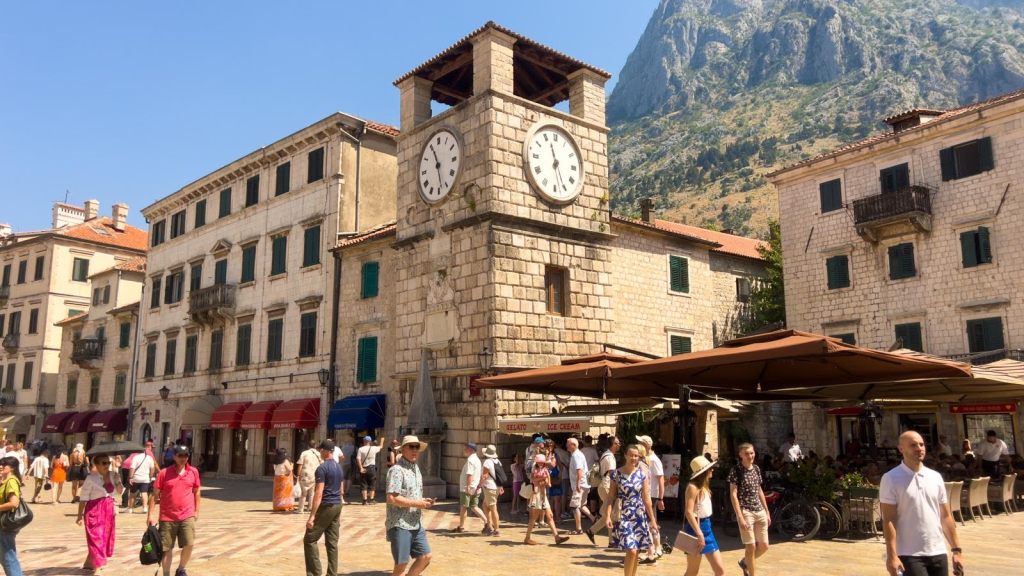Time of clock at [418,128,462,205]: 11:28
